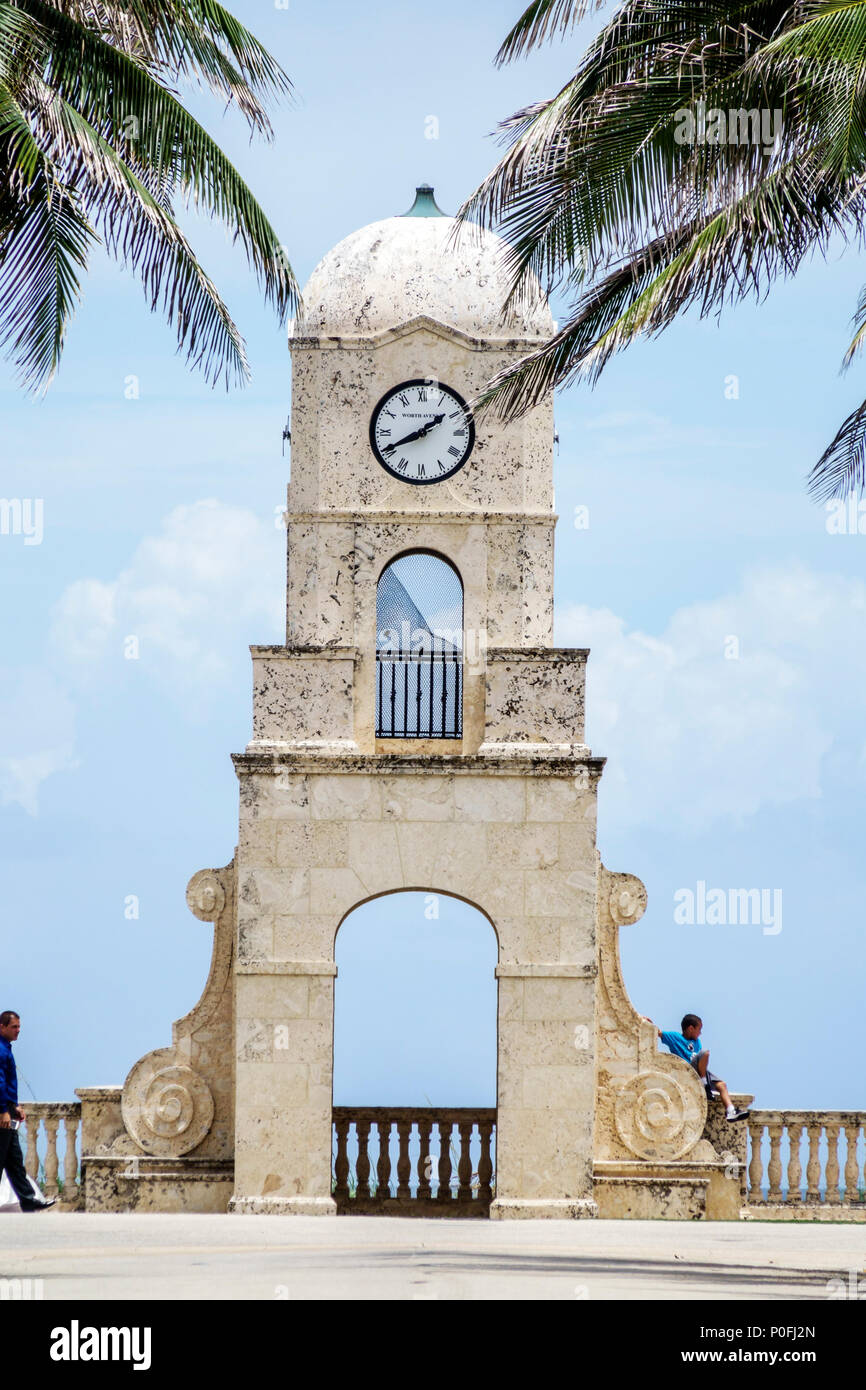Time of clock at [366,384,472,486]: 1:40
